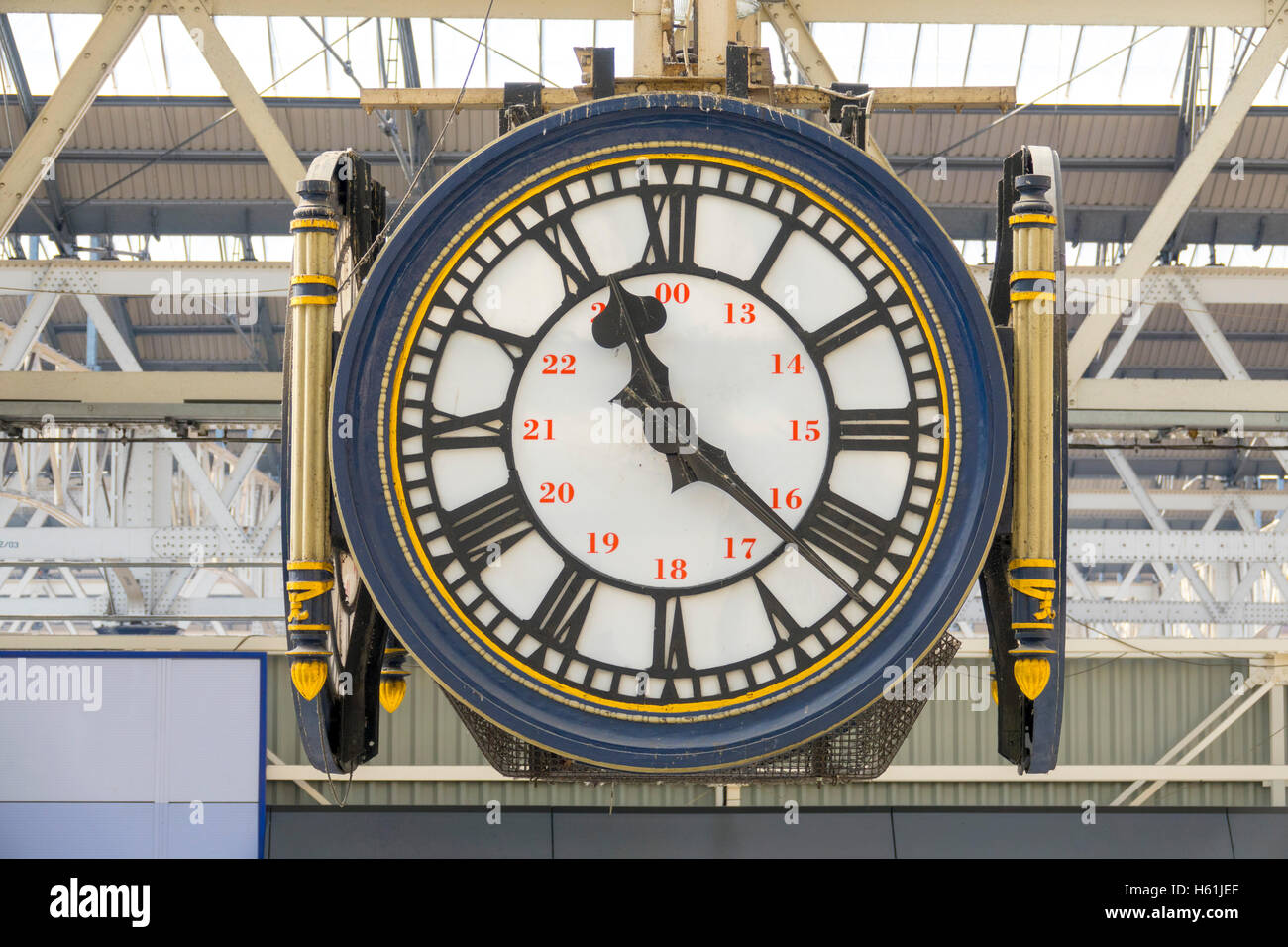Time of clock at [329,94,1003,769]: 11:21
